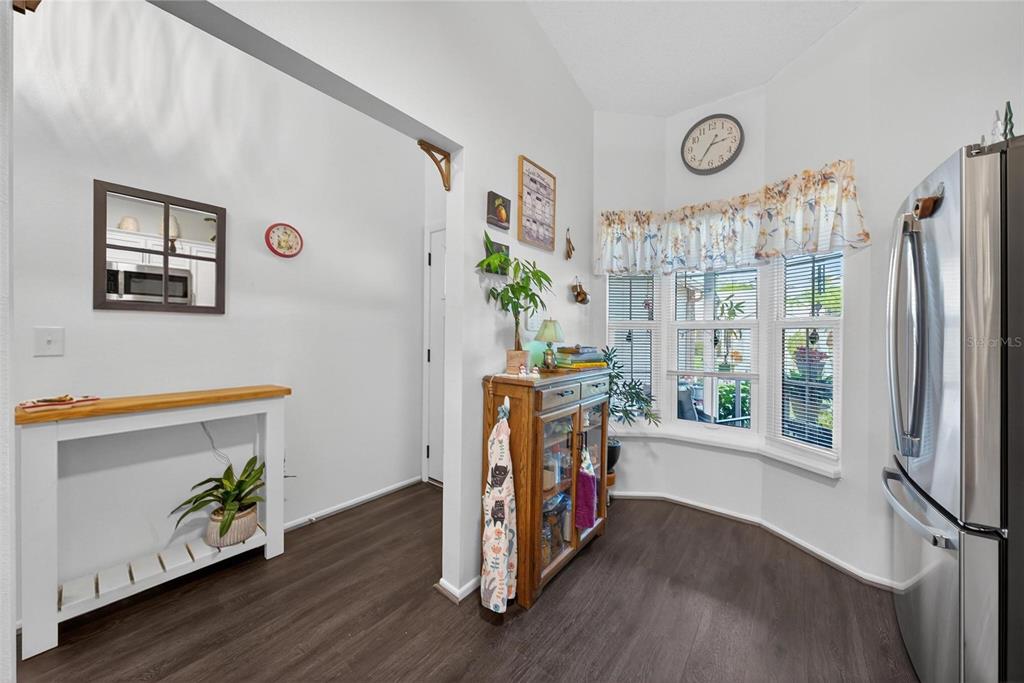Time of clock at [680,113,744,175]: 2:35
